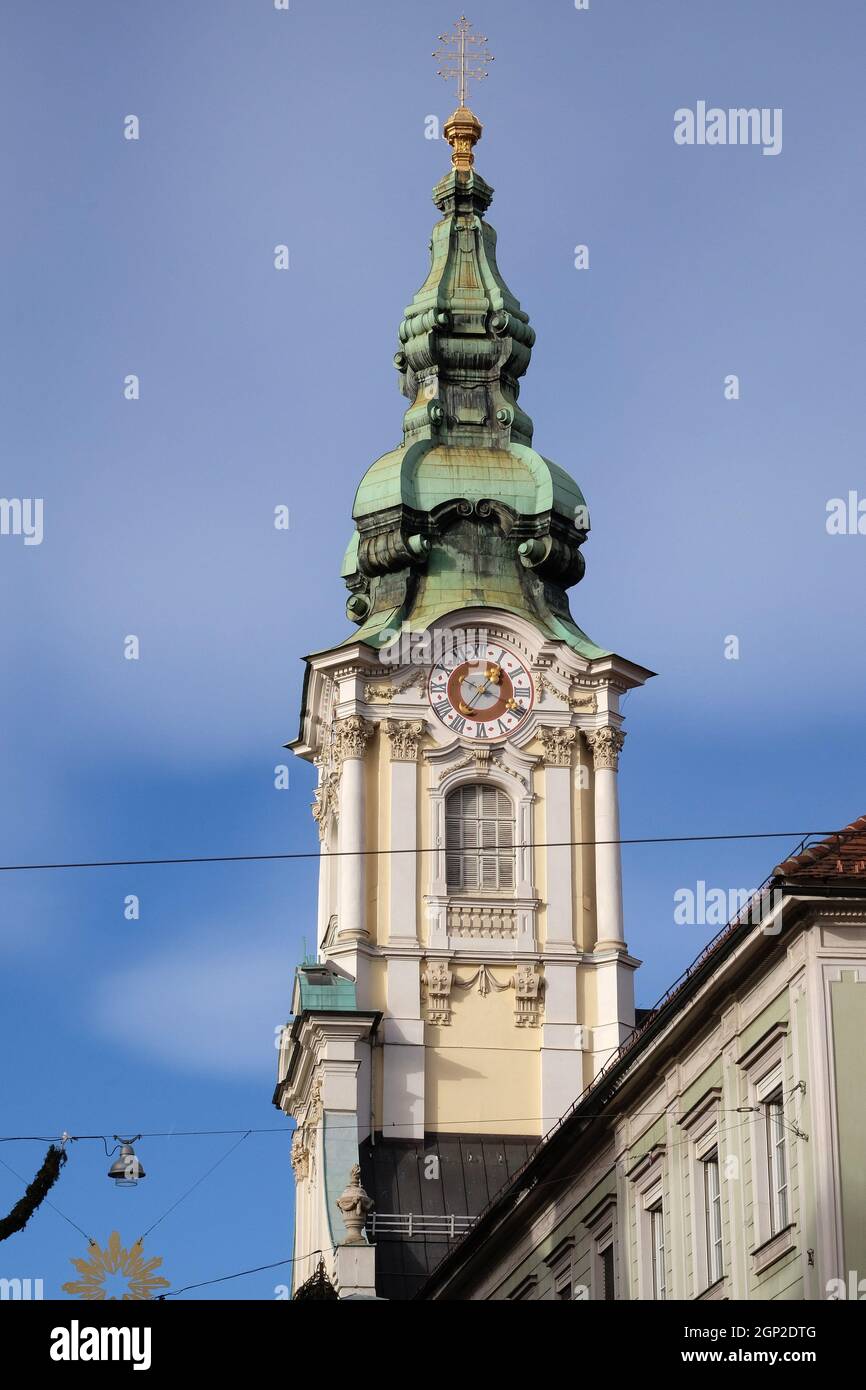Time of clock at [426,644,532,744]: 1:18
